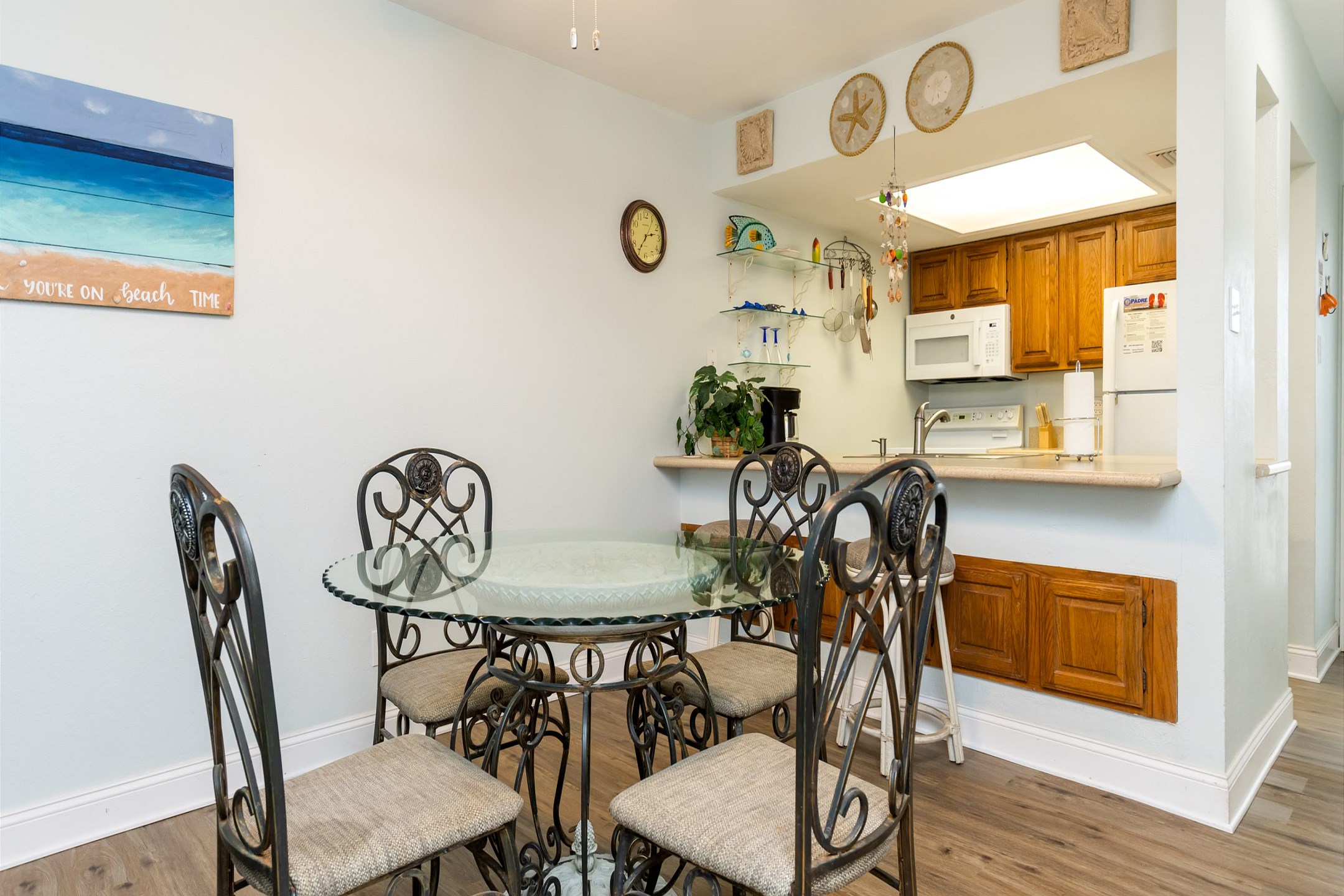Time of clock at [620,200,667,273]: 2:36
